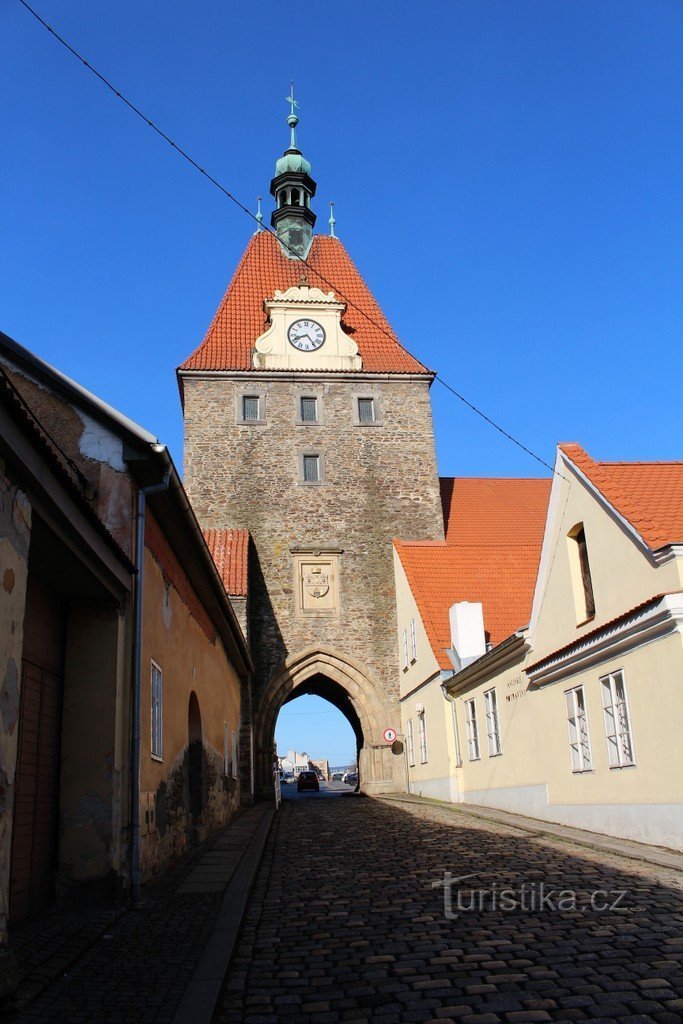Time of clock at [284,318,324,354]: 8:24
